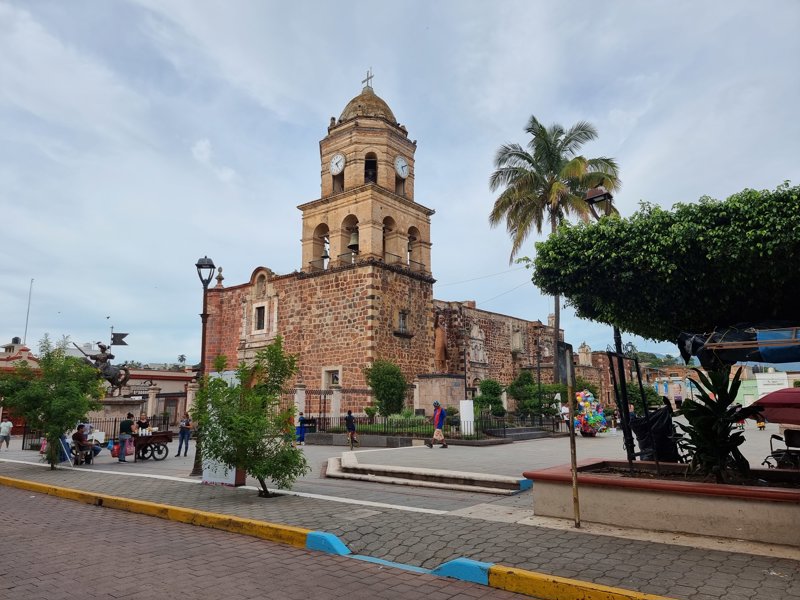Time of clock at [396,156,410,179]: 6:10
